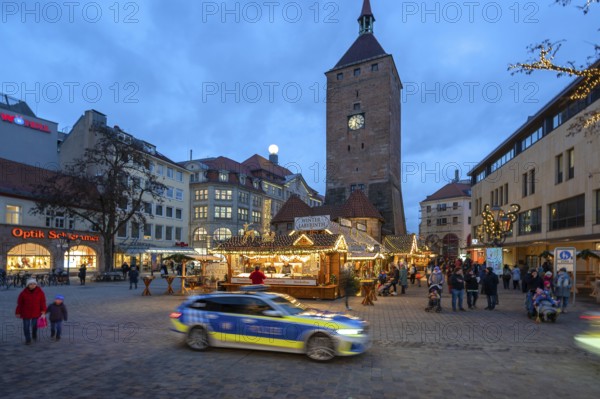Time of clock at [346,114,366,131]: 4:31
